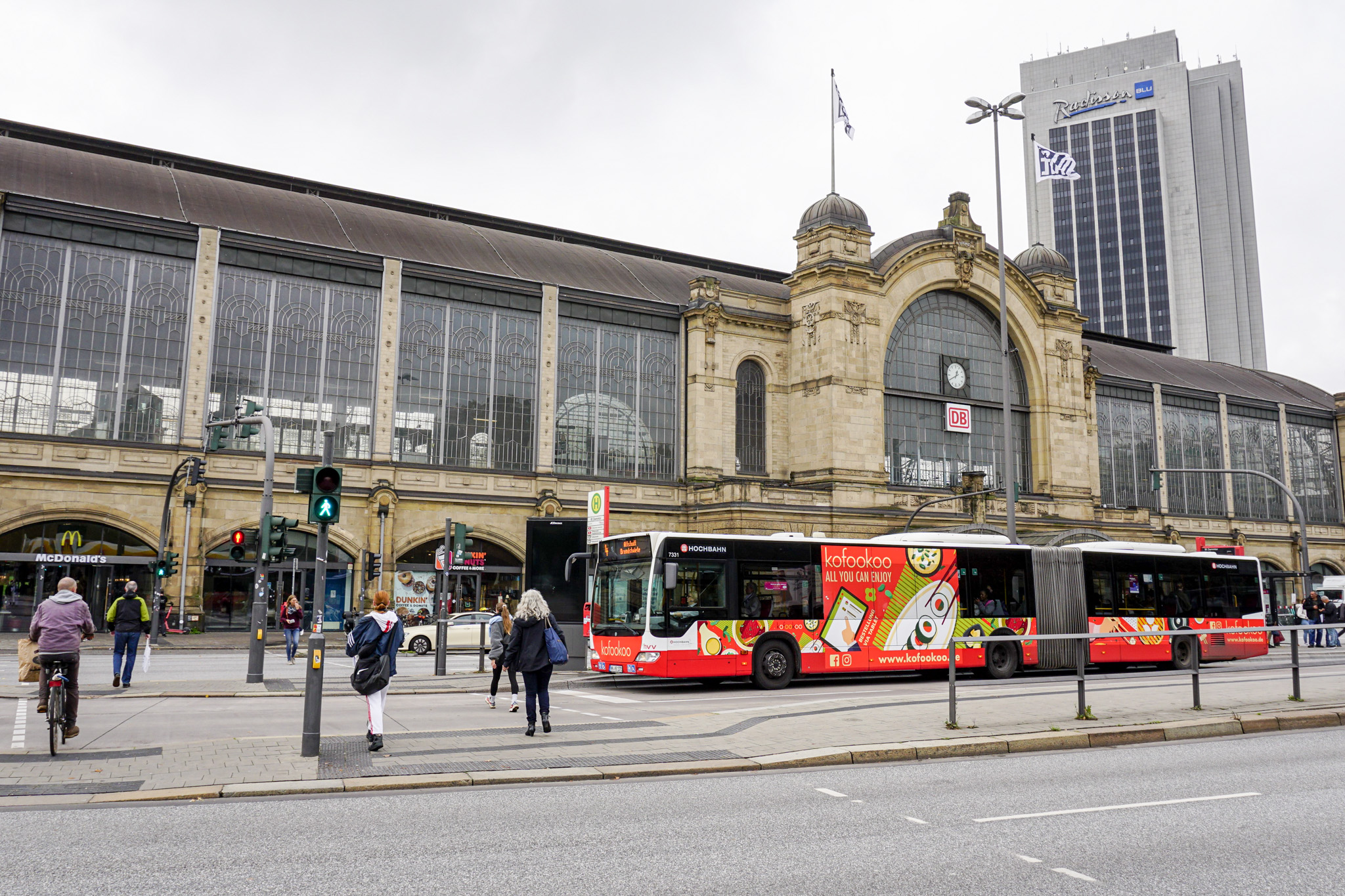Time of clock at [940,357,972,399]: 12:40
